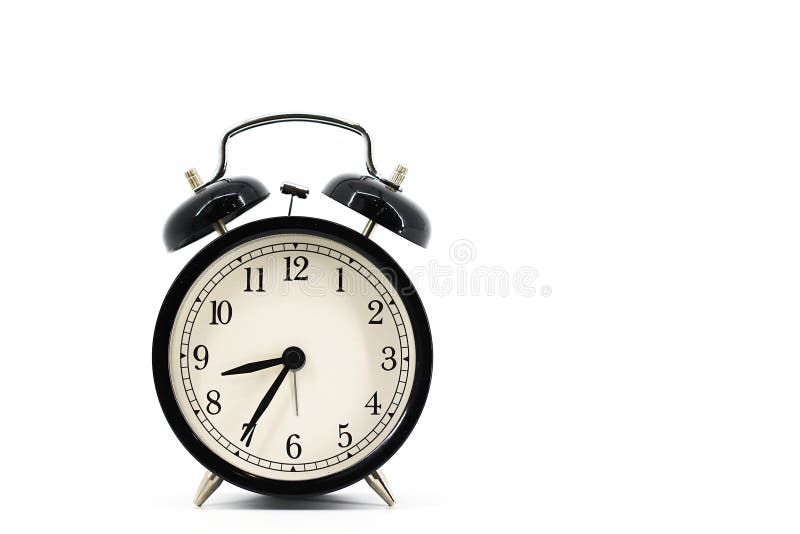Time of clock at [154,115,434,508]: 8:35
